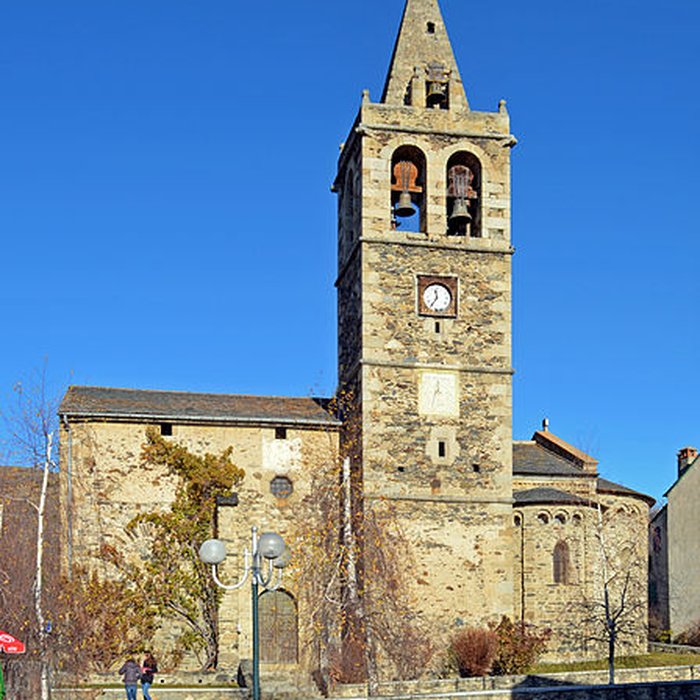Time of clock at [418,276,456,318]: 11:35
